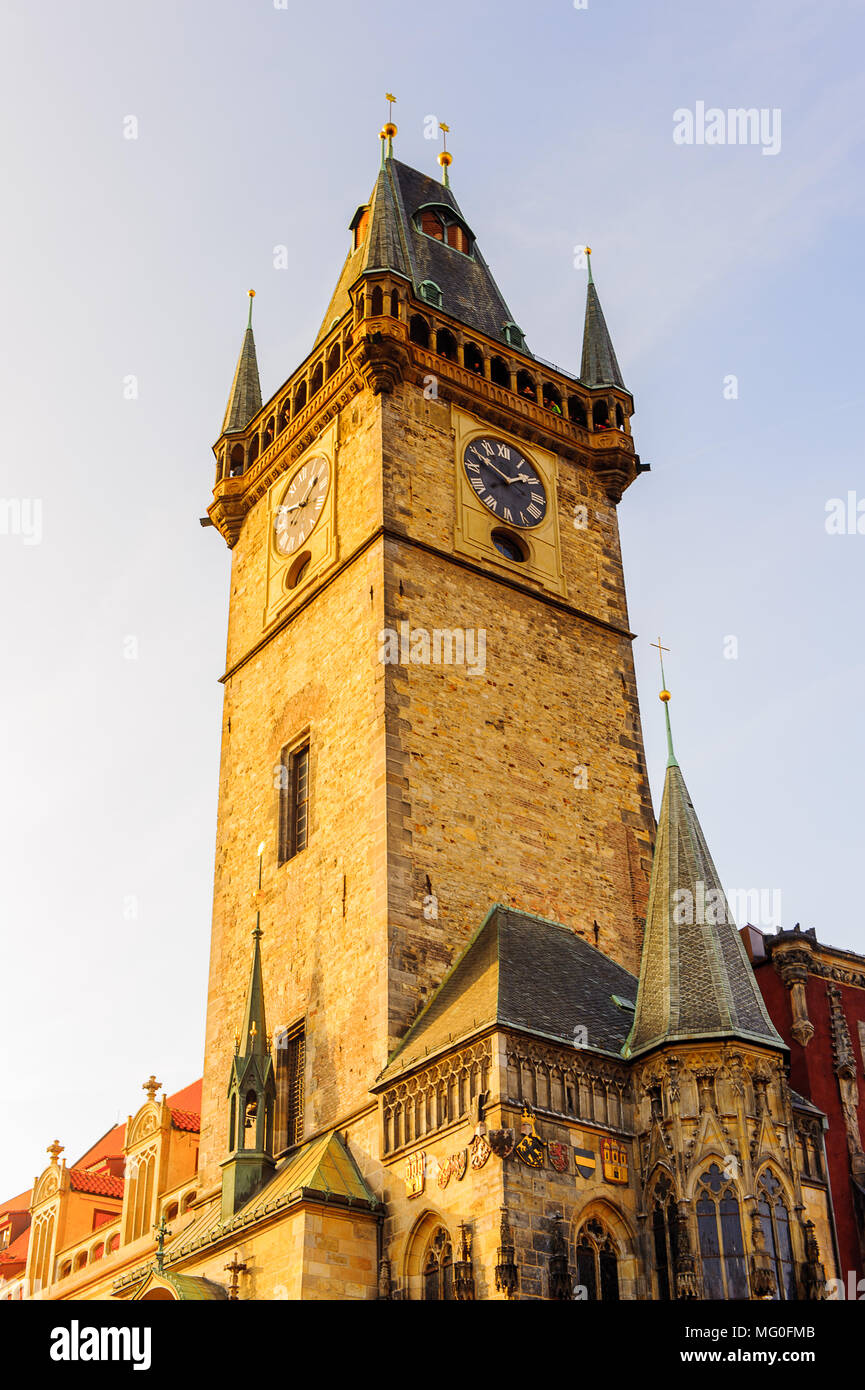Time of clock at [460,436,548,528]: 1:50
